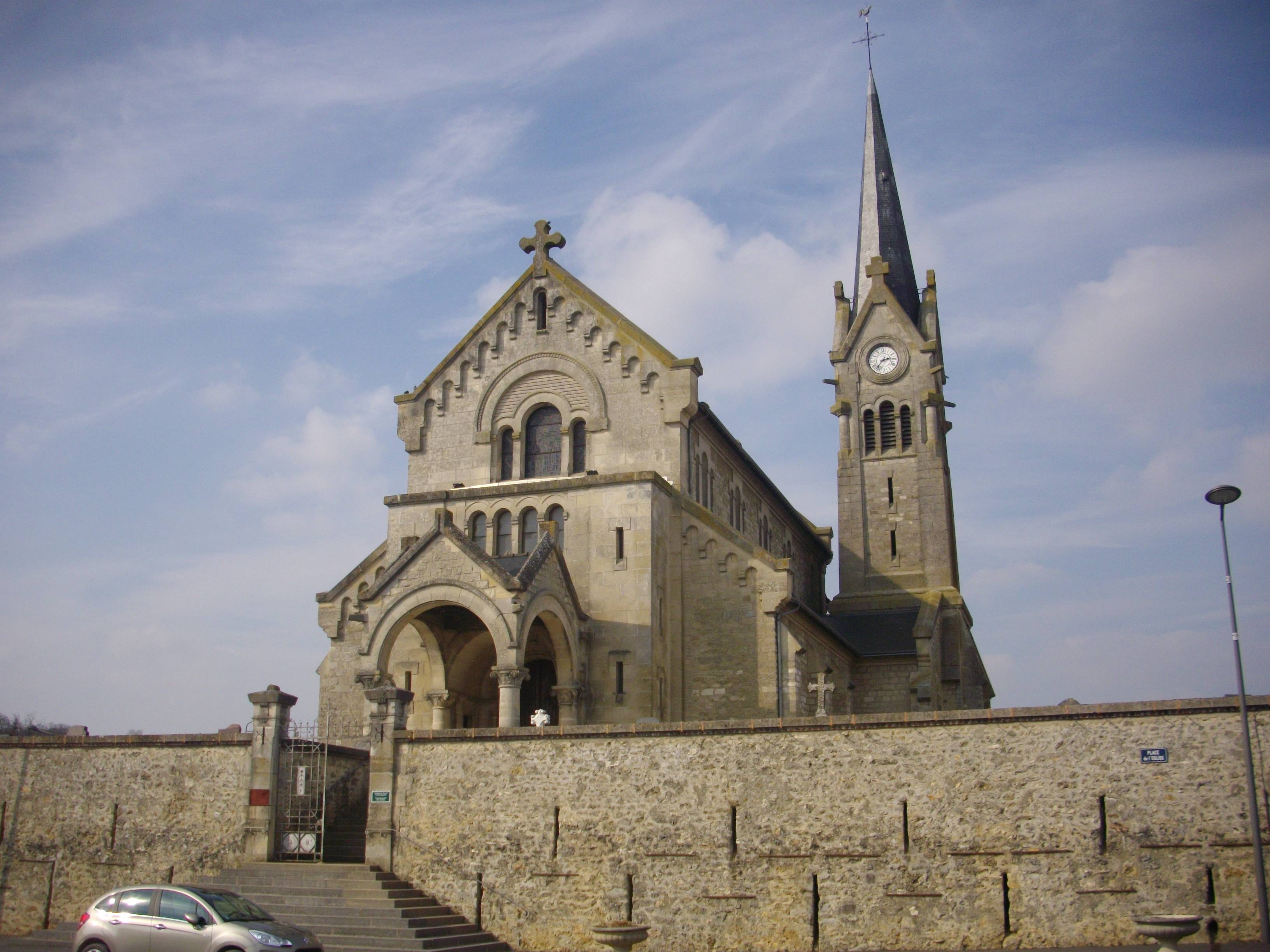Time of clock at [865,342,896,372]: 2:36
